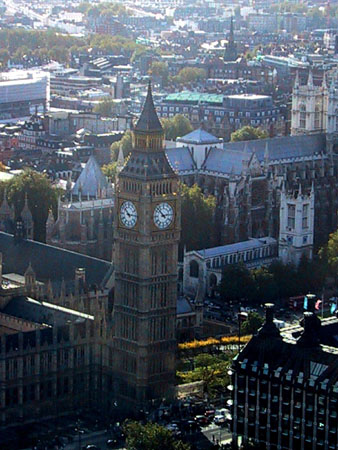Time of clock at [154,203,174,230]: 2:52
